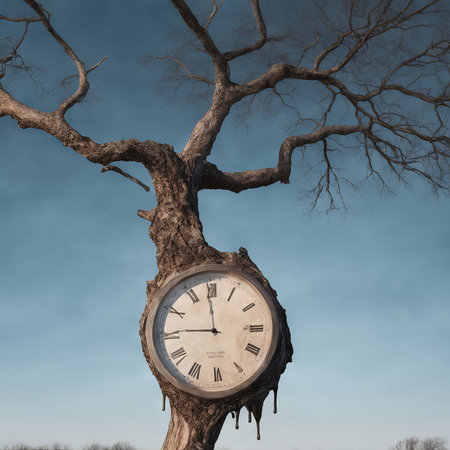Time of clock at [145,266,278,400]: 11:45
